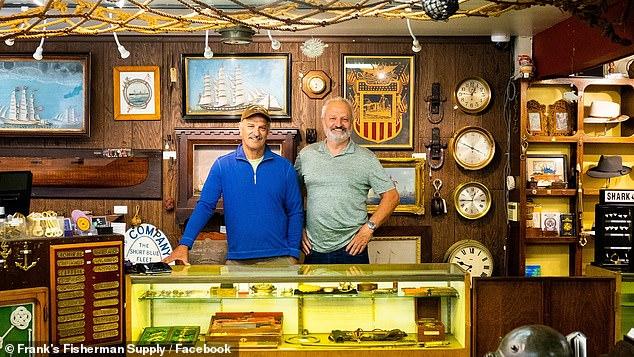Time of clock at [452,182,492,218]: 12:44
